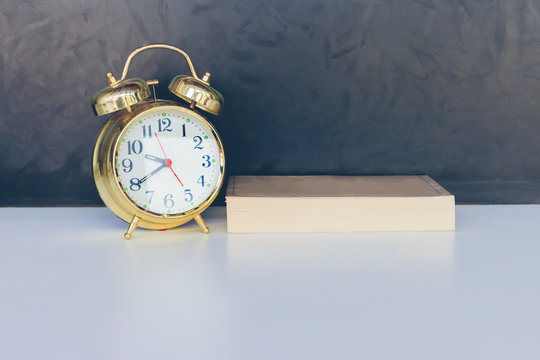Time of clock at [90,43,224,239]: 9:40
